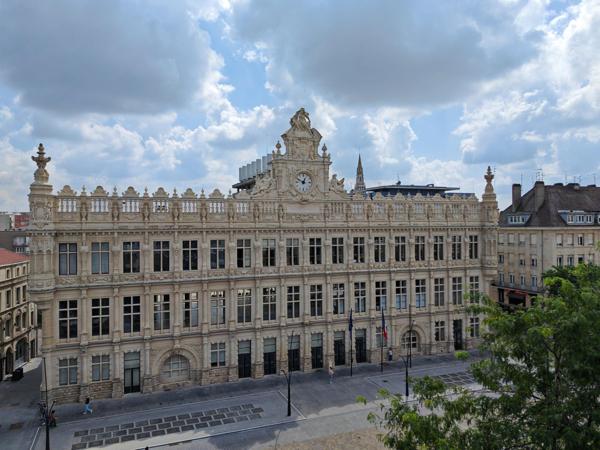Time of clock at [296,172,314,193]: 12:49
